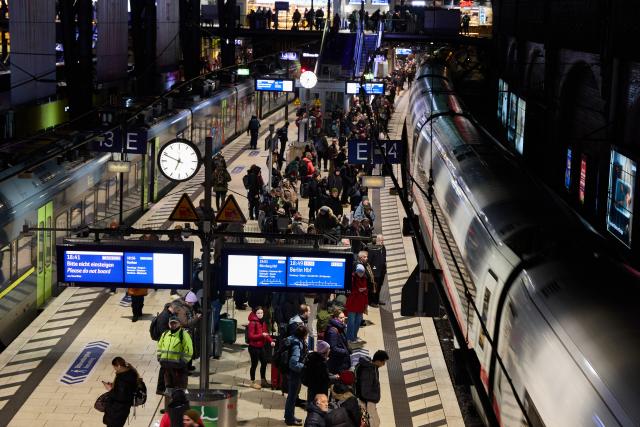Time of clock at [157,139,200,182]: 6:48
